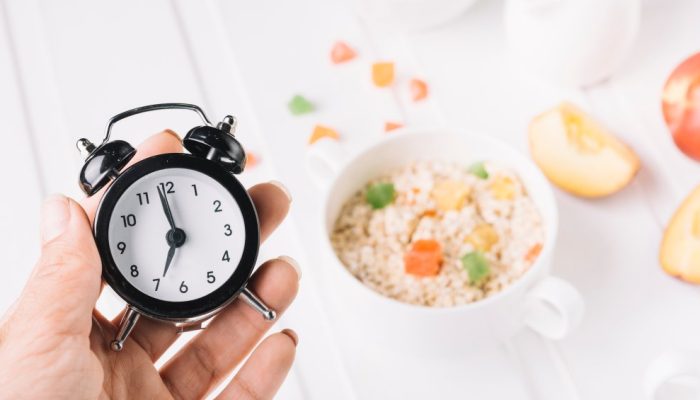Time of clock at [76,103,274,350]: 6:58
